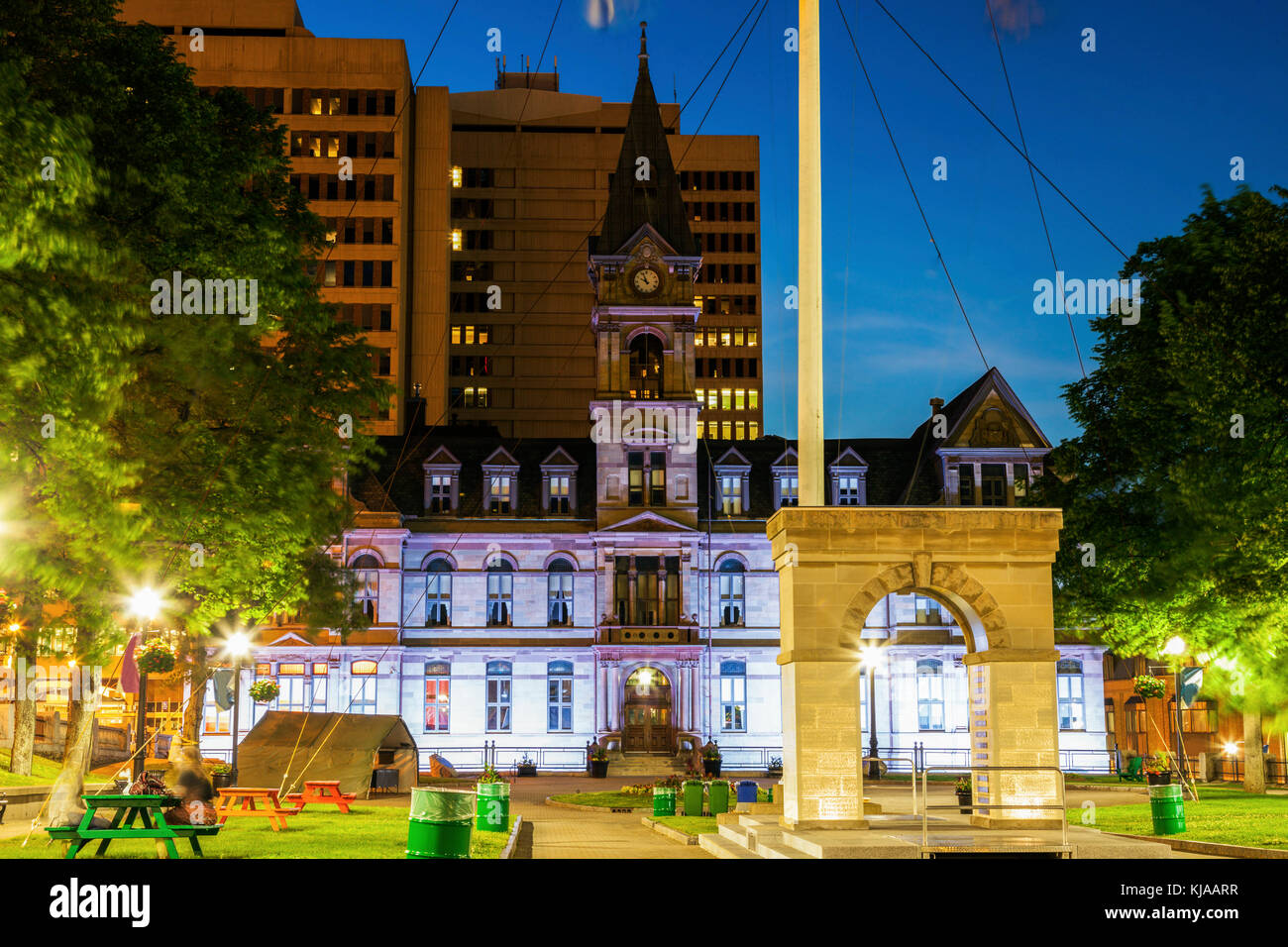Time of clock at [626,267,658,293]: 9:56
